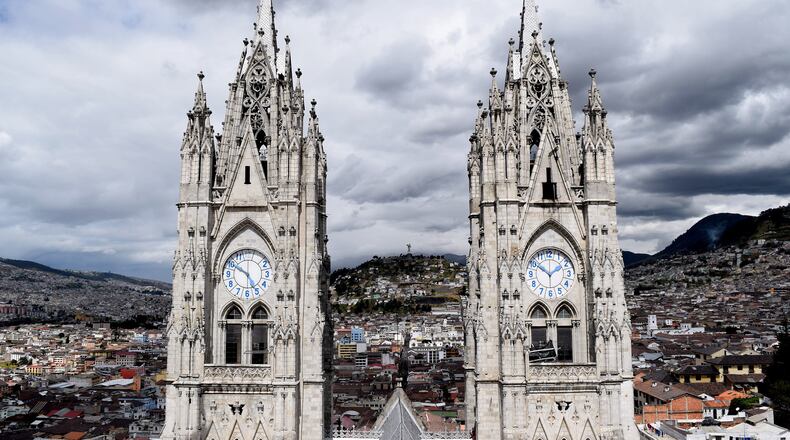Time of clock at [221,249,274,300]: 4:50
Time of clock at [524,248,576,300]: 1:50
